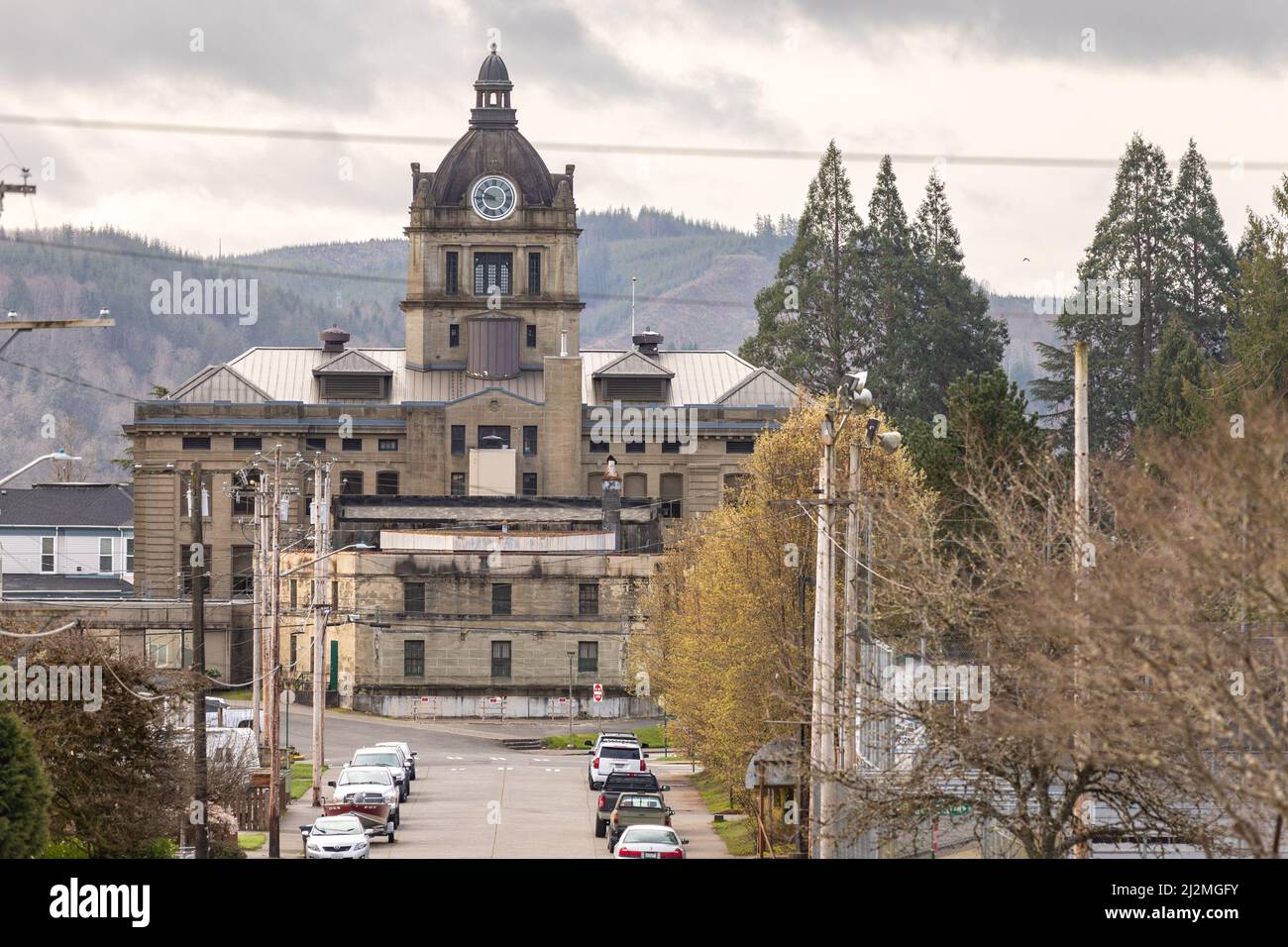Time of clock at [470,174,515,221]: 9:44
